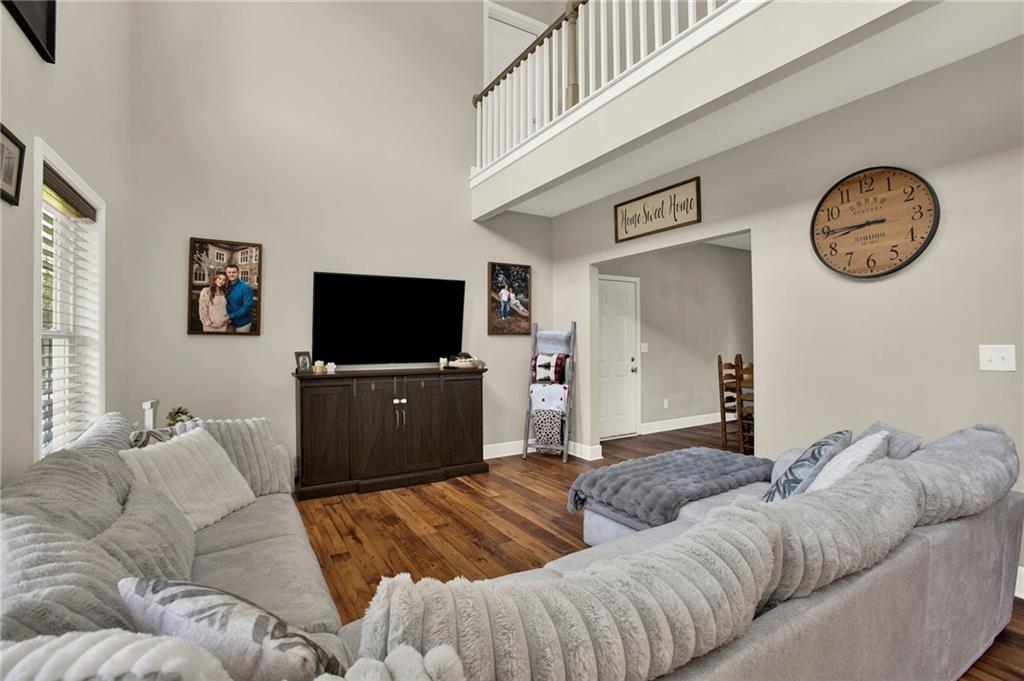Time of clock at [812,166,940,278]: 8:45
